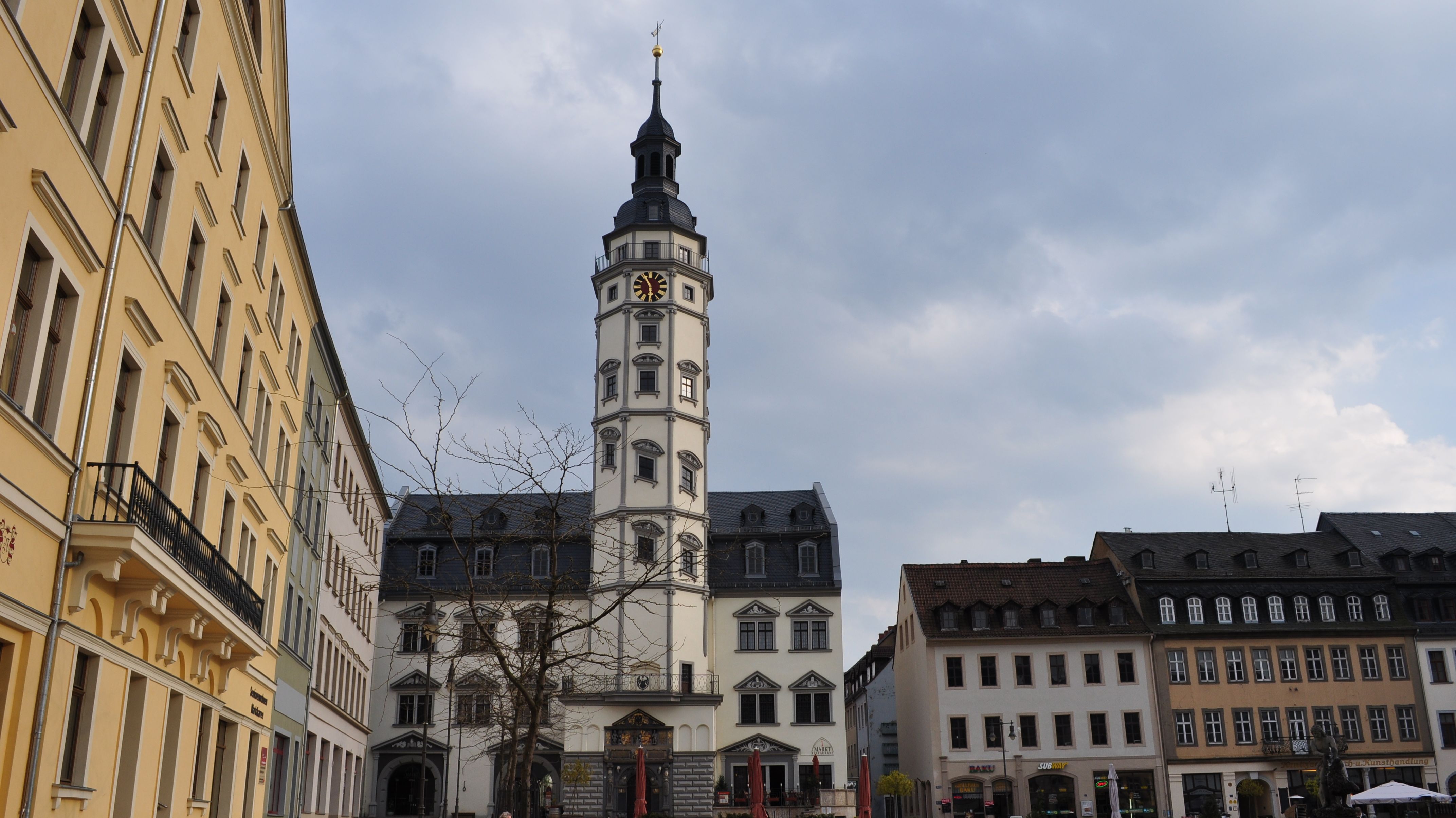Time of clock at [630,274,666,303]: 5:55
